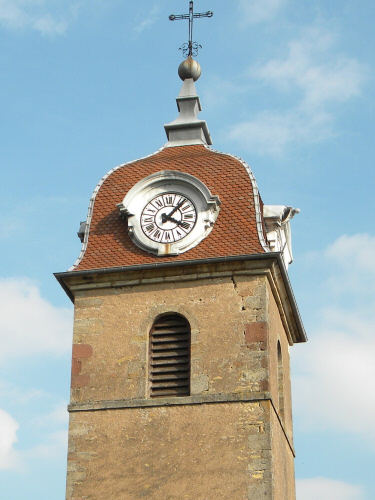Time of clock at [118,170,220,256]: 4:07
